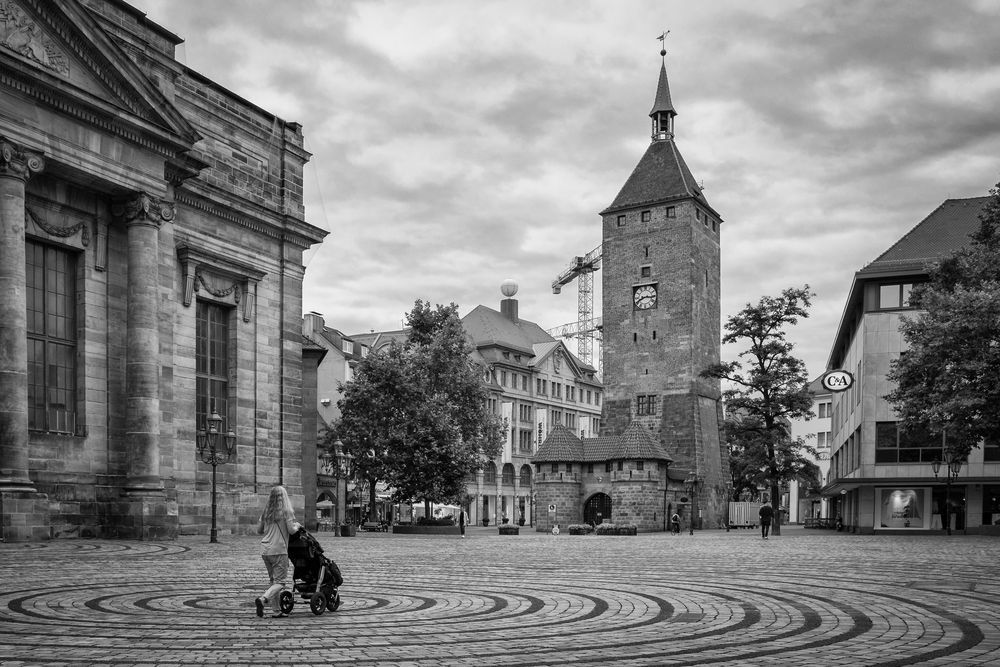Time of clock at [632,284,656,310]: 8:16
